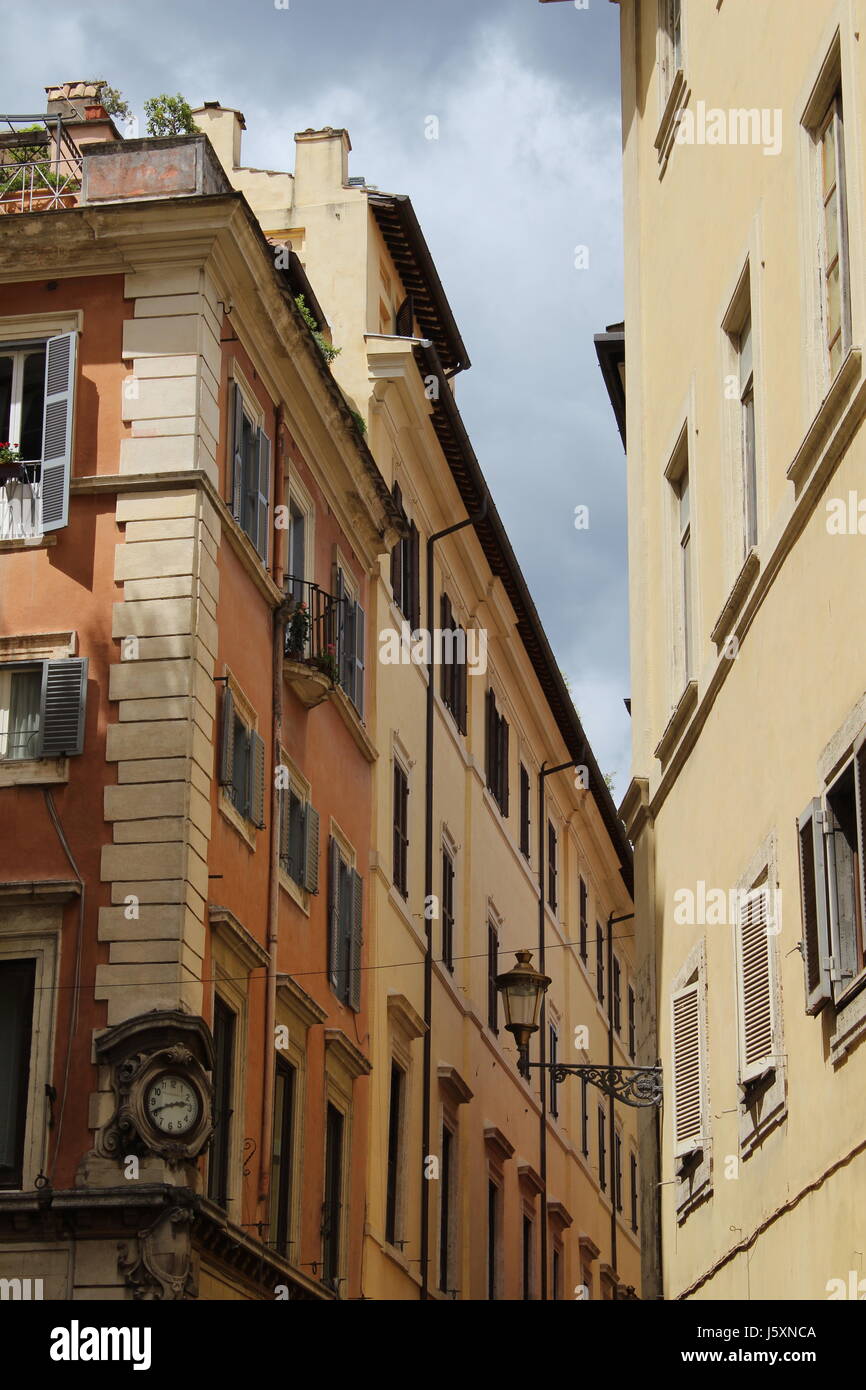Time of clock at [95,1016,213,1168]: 2:42
